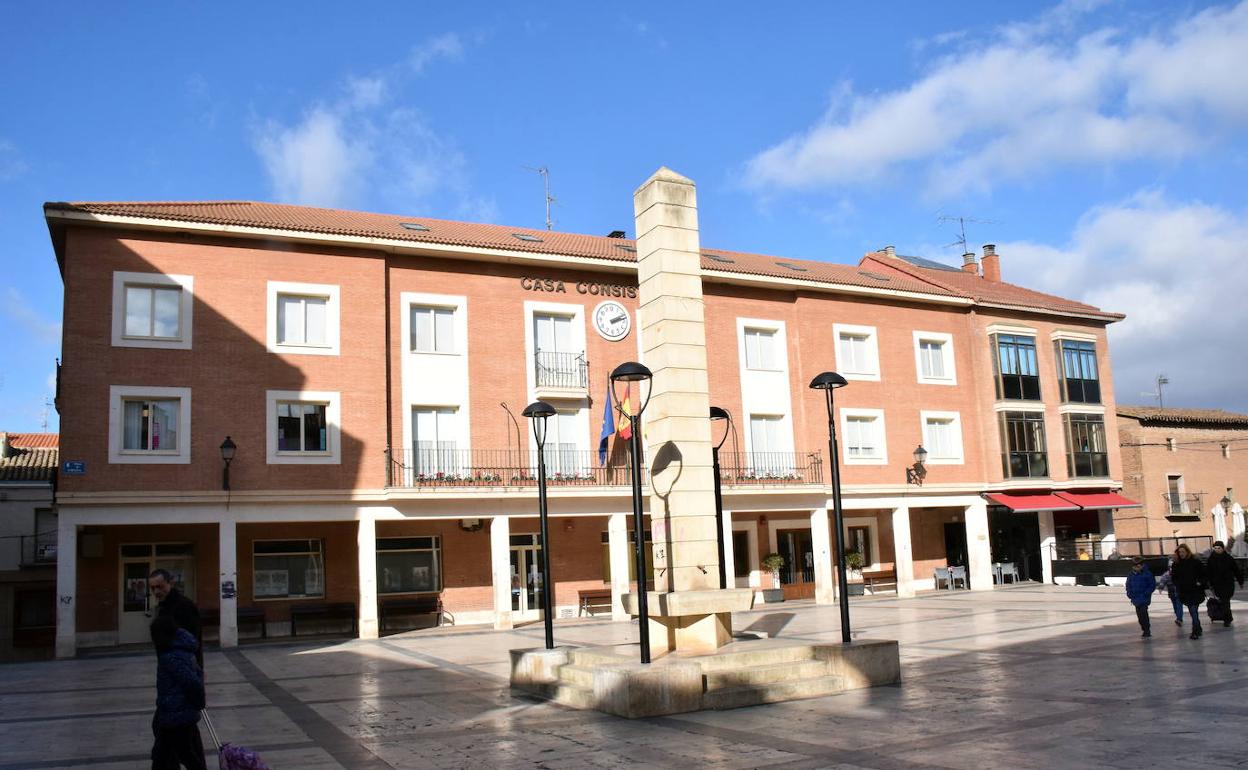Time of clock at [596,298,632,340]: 2:12
